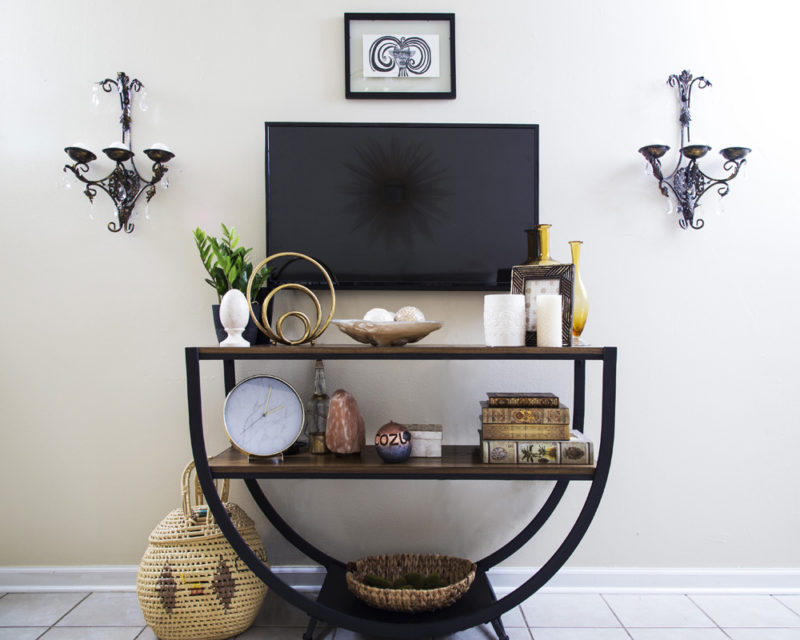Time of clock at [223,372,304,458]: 2:02
